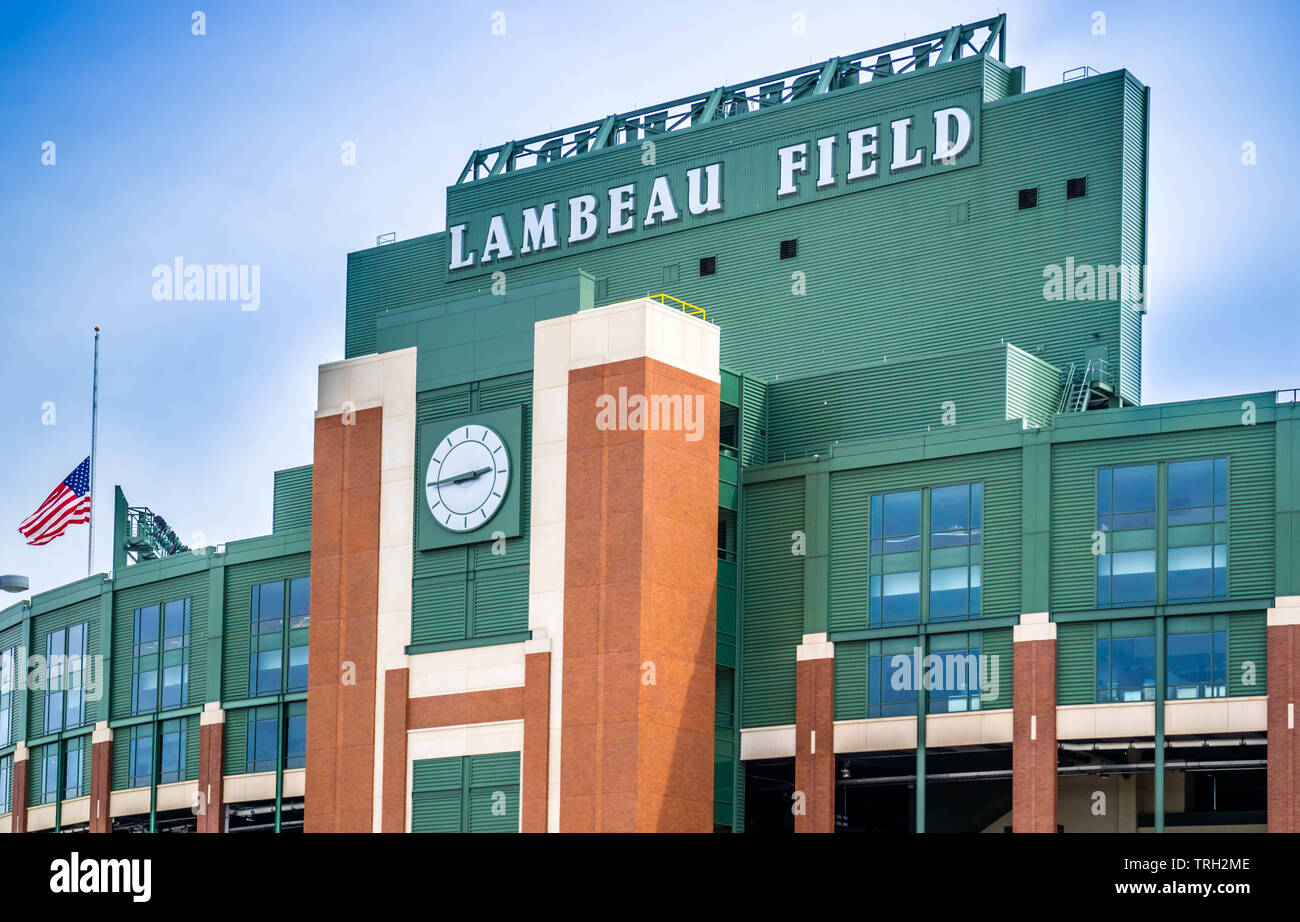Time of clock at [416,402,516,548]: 2:44
